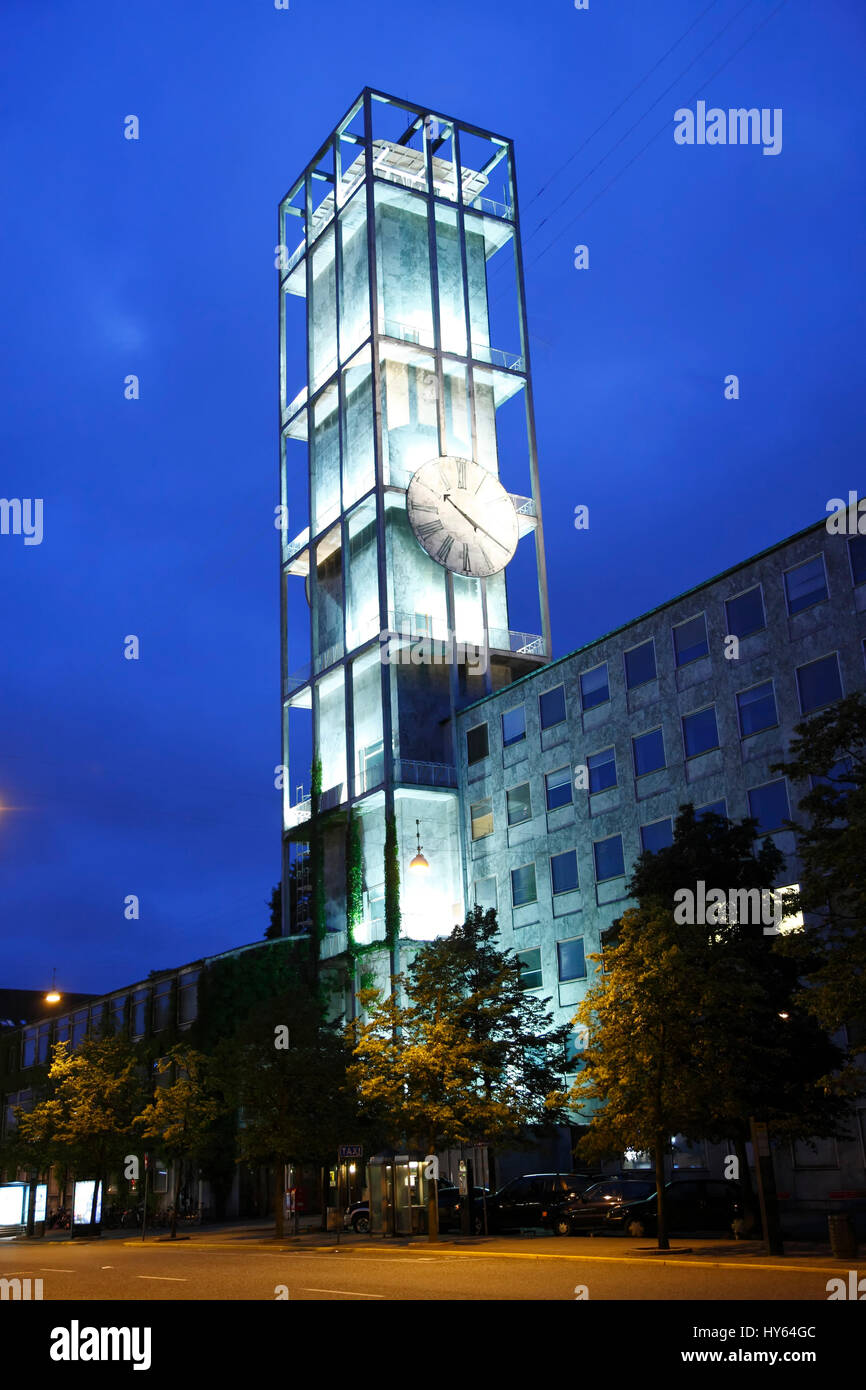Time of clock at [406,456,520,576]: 10:20
